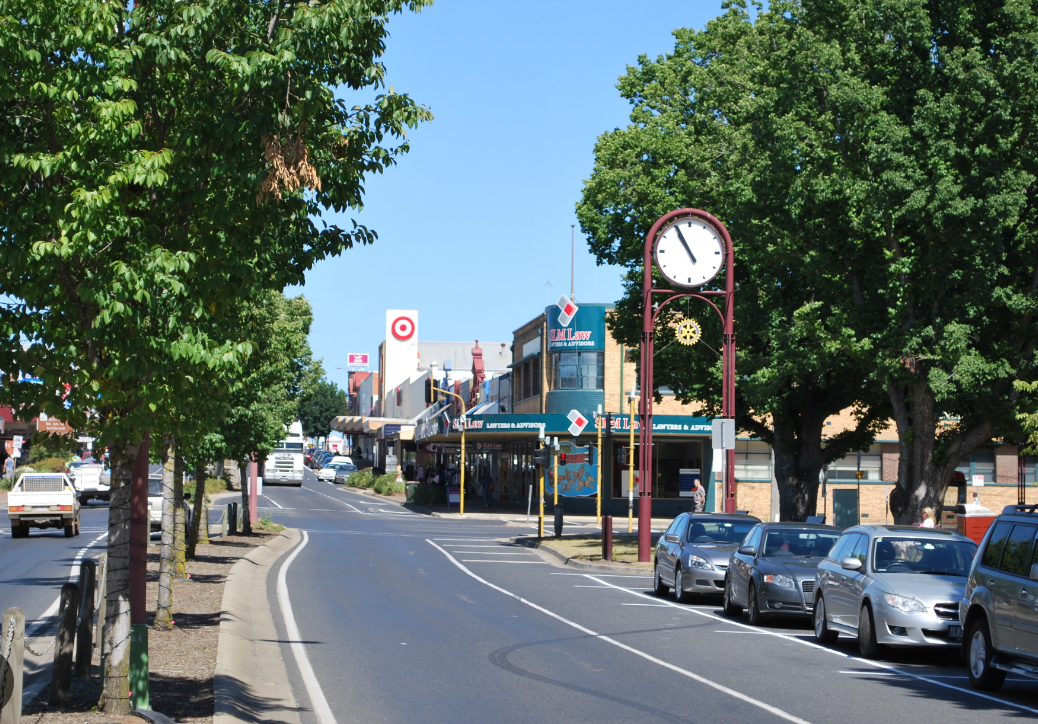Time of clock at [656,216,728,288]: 10:55
